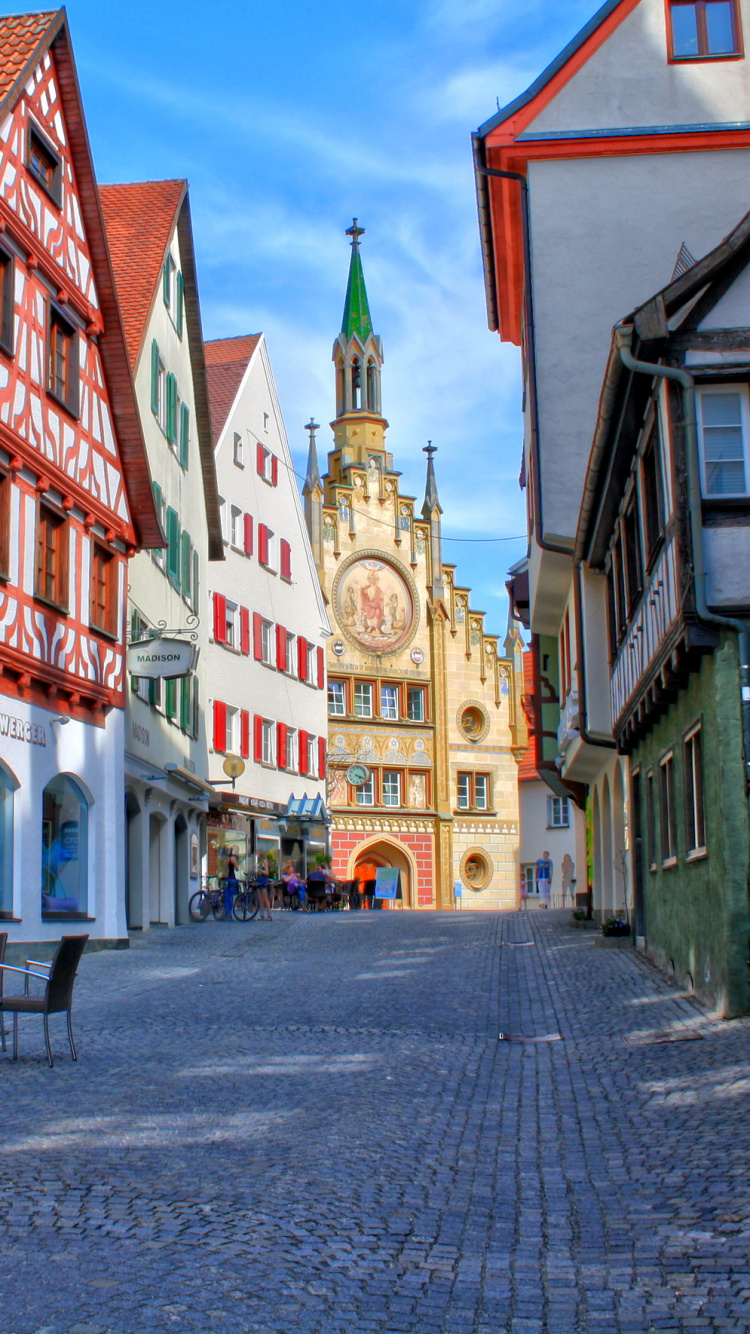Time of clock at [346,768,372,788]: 4:18
